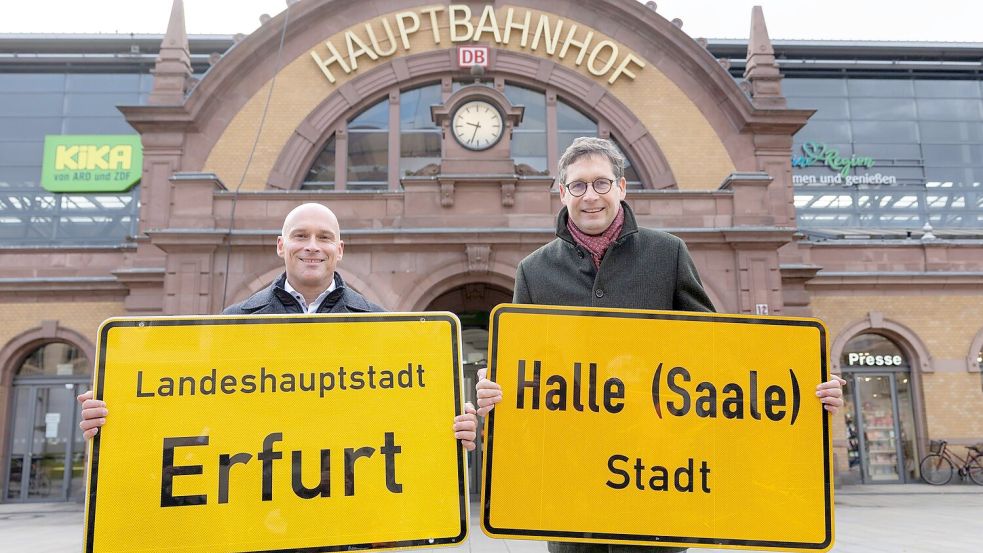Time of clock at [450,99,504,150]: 9:33
